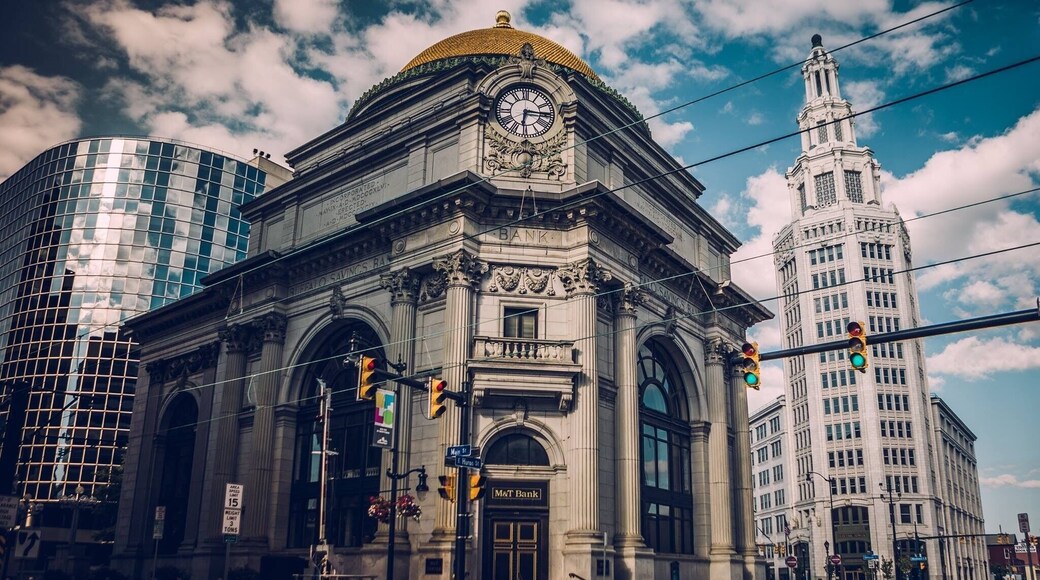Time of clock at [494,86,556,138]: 6:15
